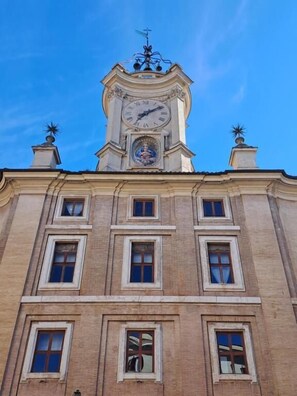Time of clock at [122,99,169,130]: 7:09
